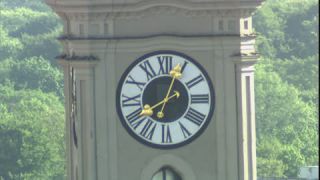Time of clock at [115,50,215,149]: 8:03
